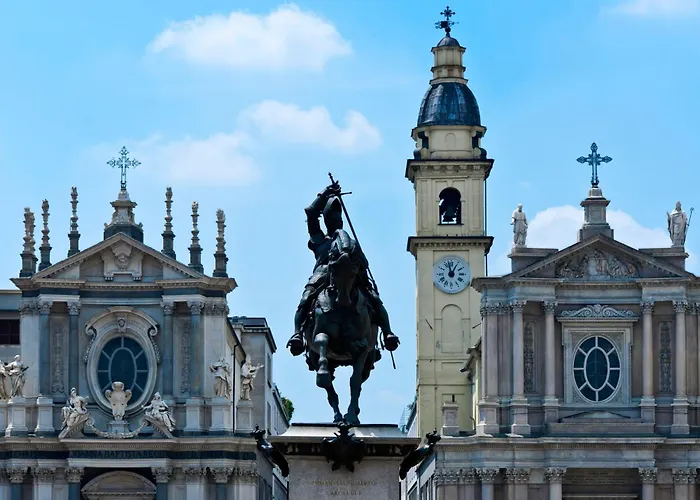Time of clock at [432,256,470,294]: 12:57
